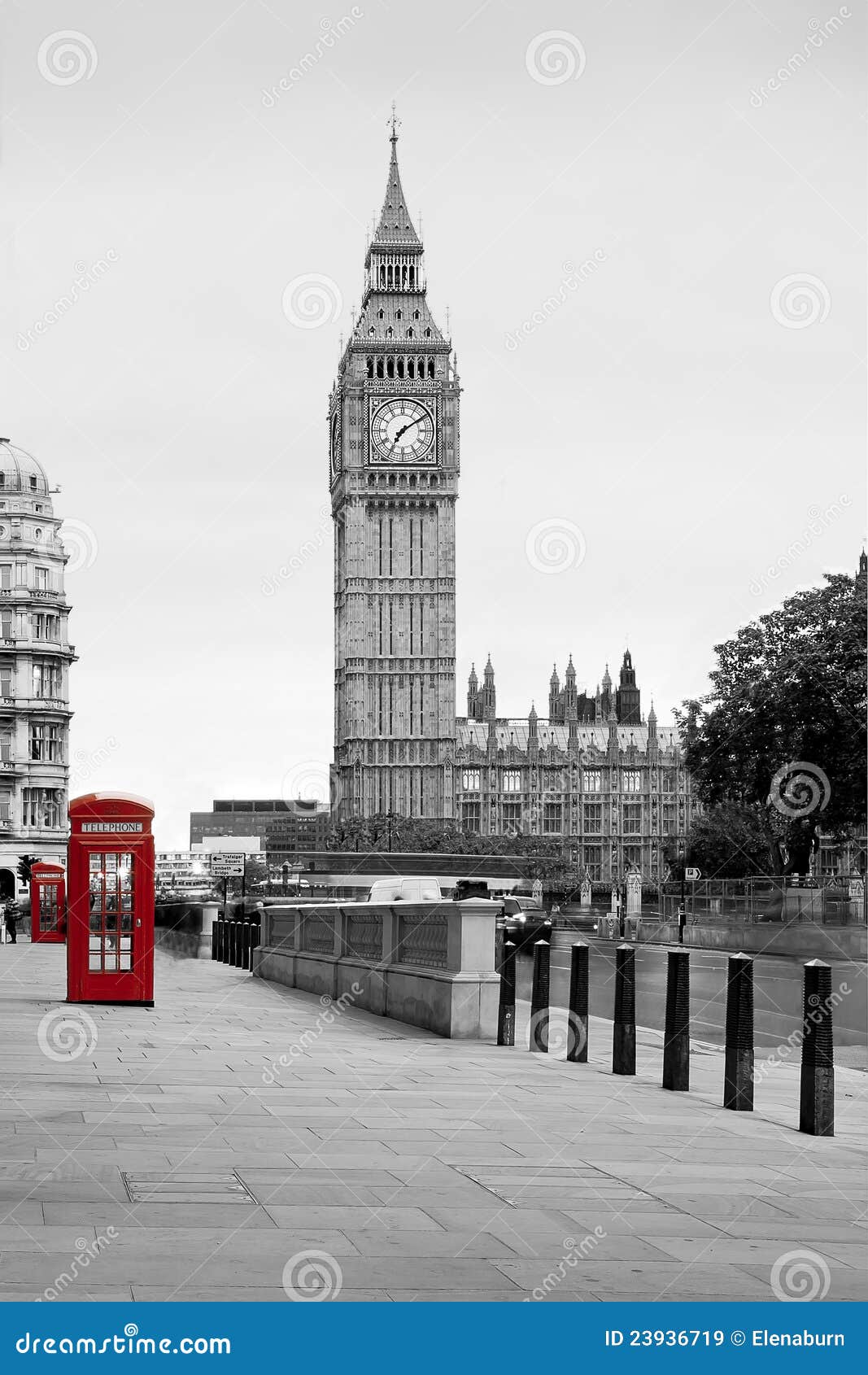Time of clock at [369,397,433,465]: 7:09
